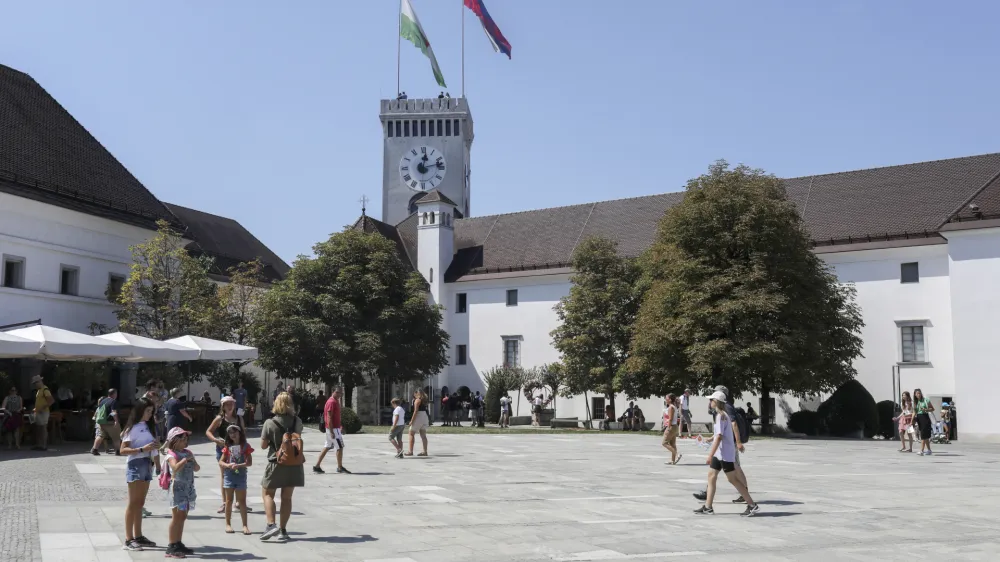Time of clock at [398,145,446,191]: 12:12
